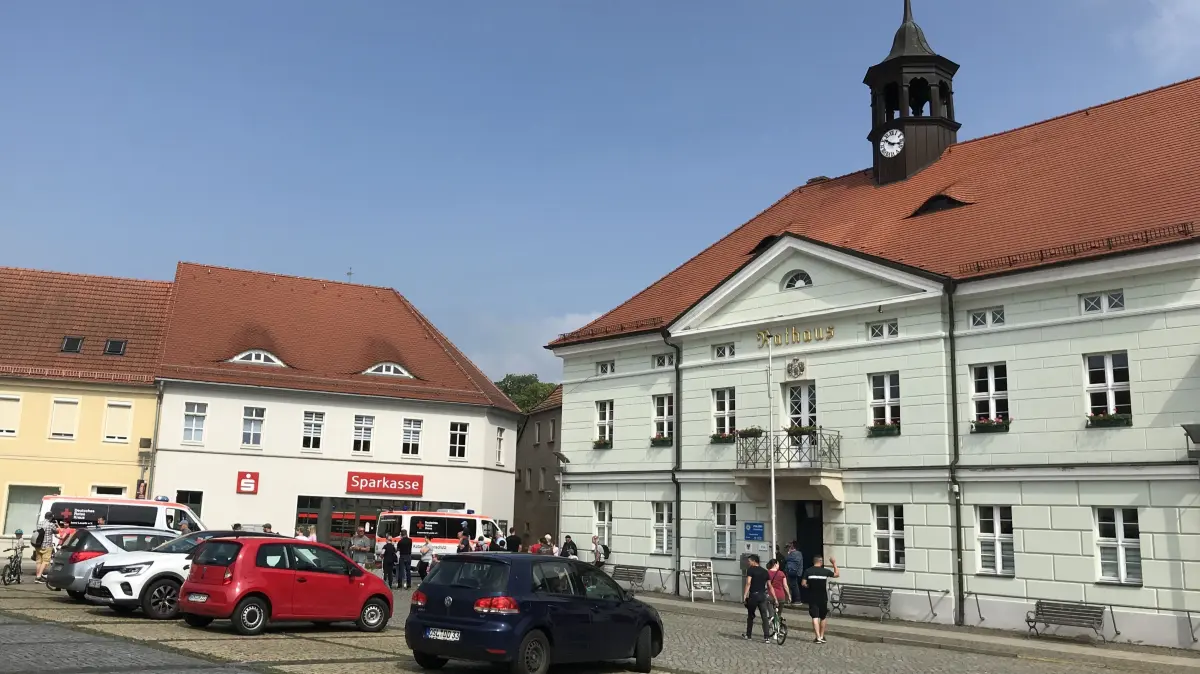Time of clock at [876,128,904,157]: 10:17
